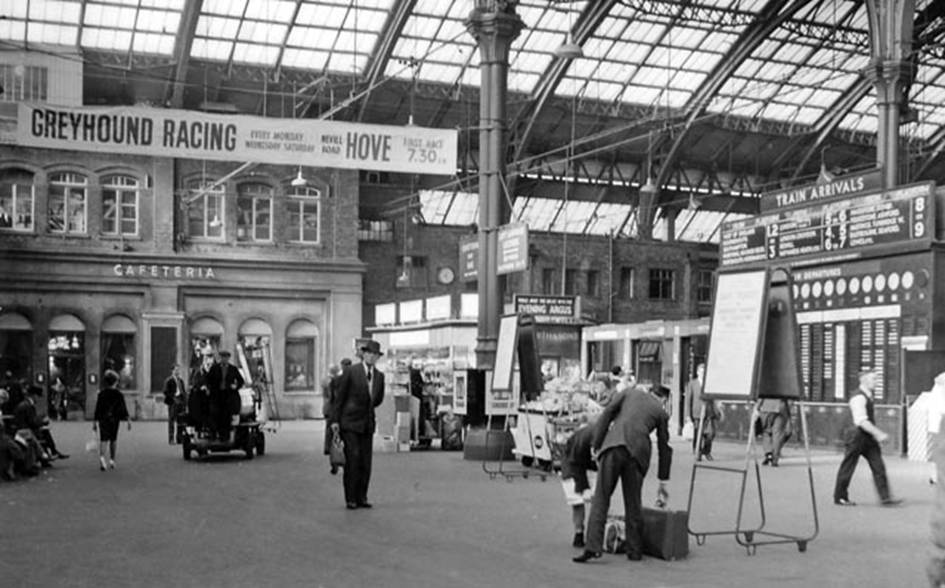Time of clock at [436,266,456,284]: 8:27
